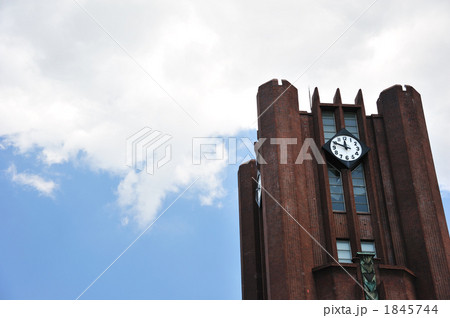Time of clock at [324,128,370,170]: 11:48
